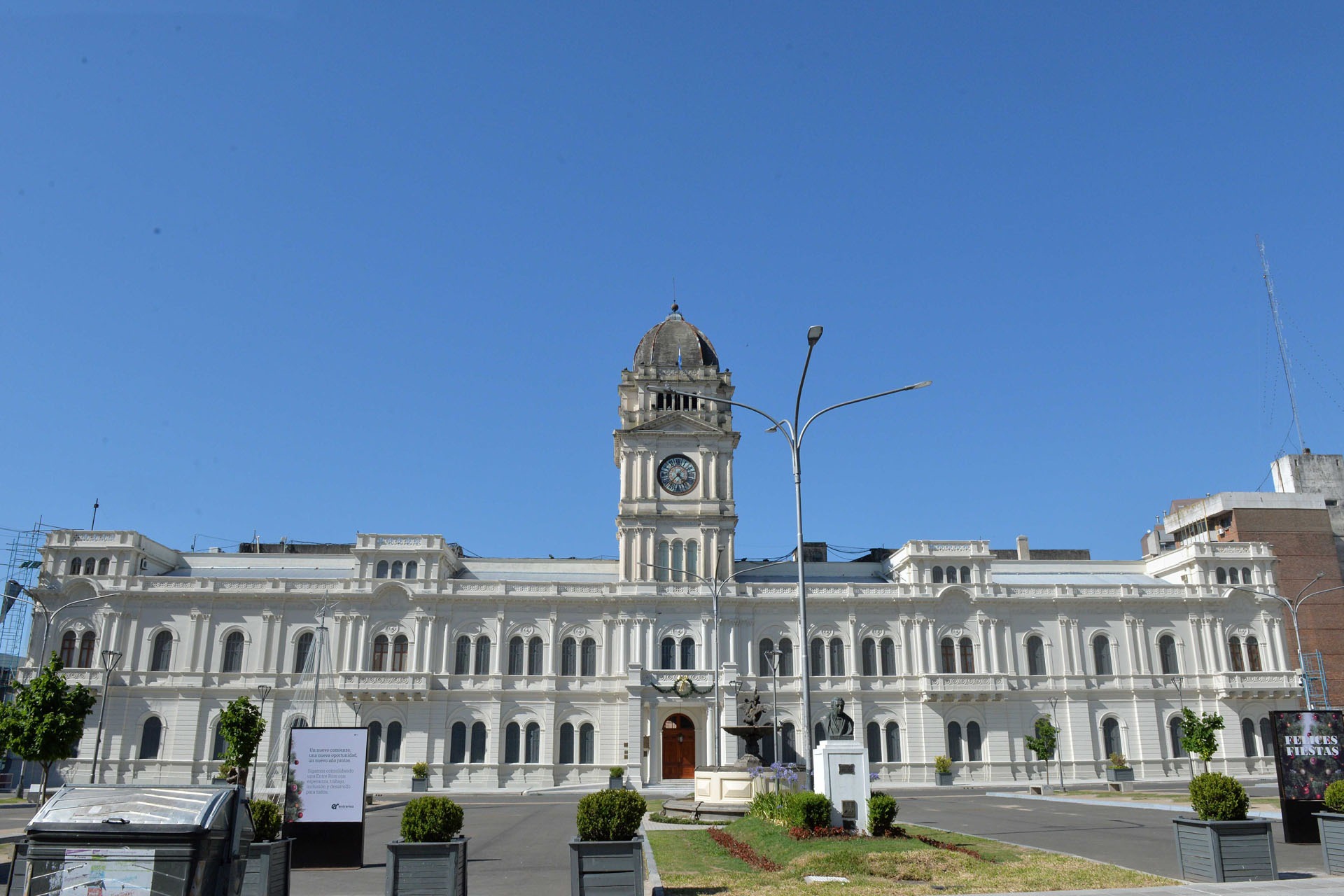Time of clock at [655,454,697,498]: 4:37
